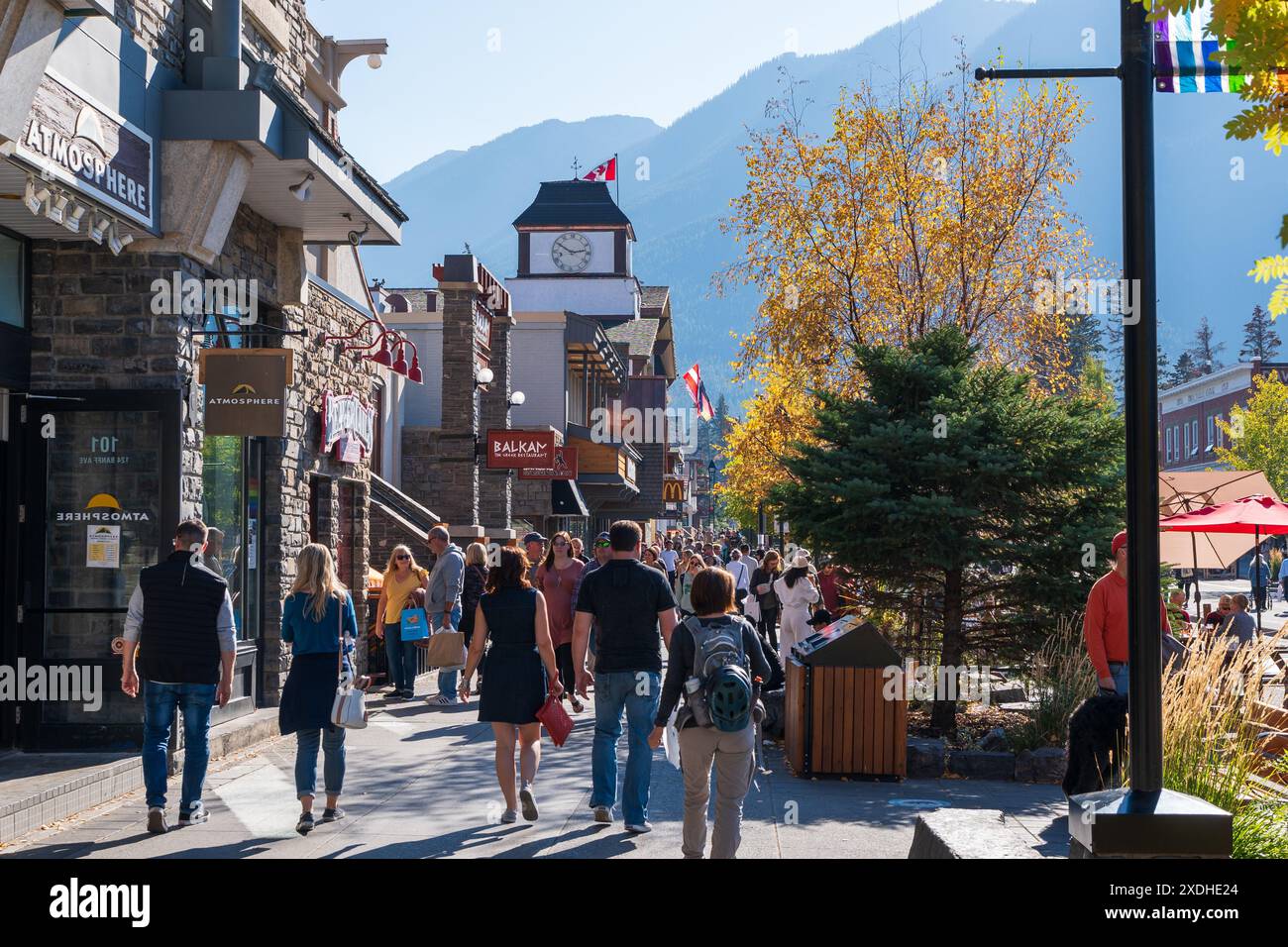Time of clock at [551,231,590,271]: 2:50
